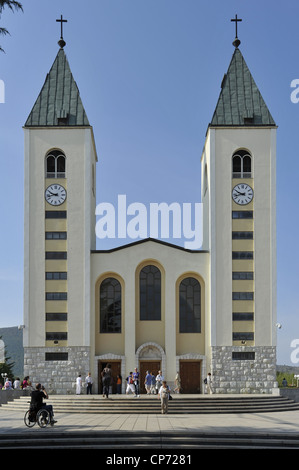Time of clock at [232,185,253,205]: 9:42
